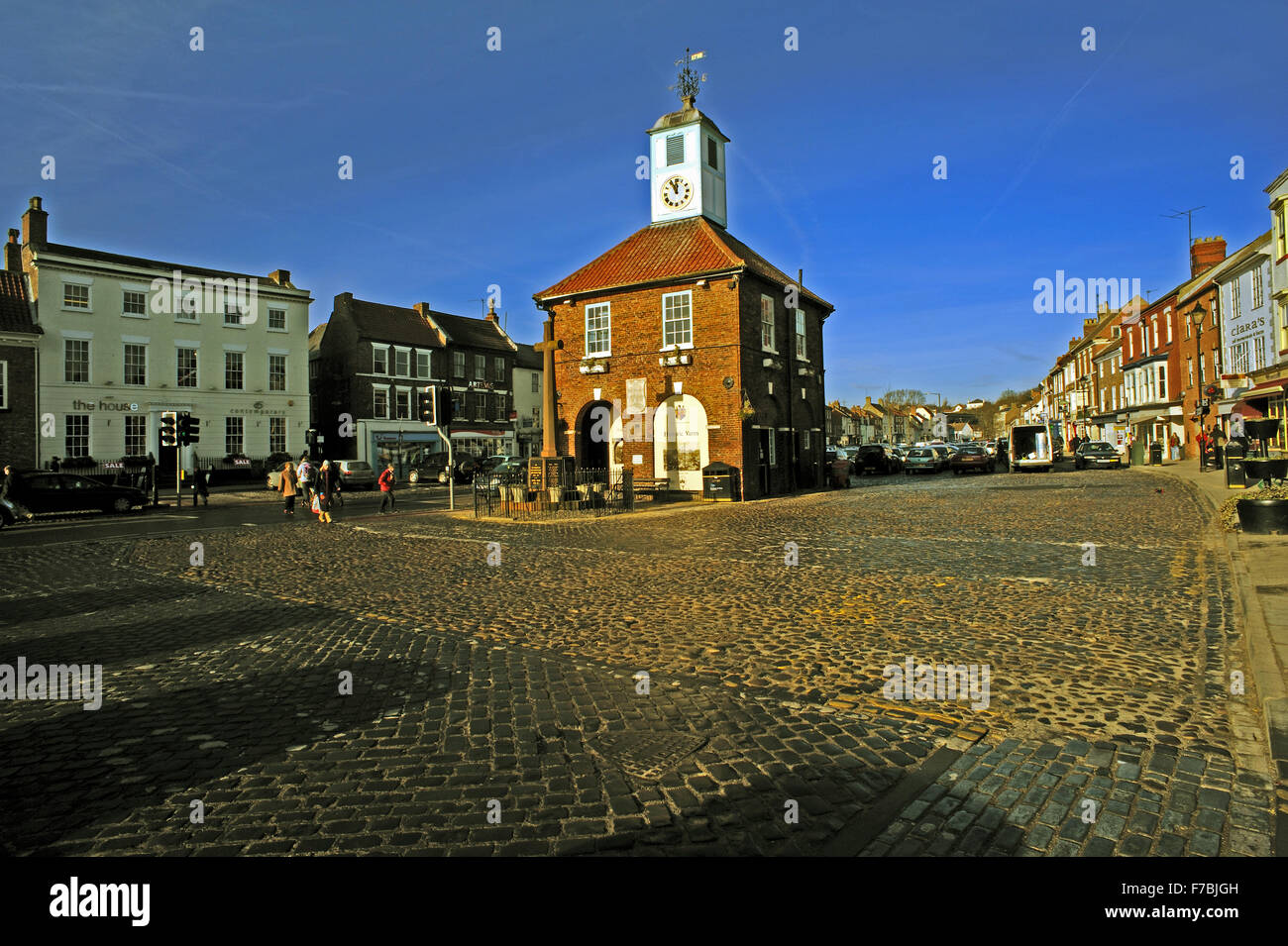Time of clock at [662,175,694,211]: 11:55
